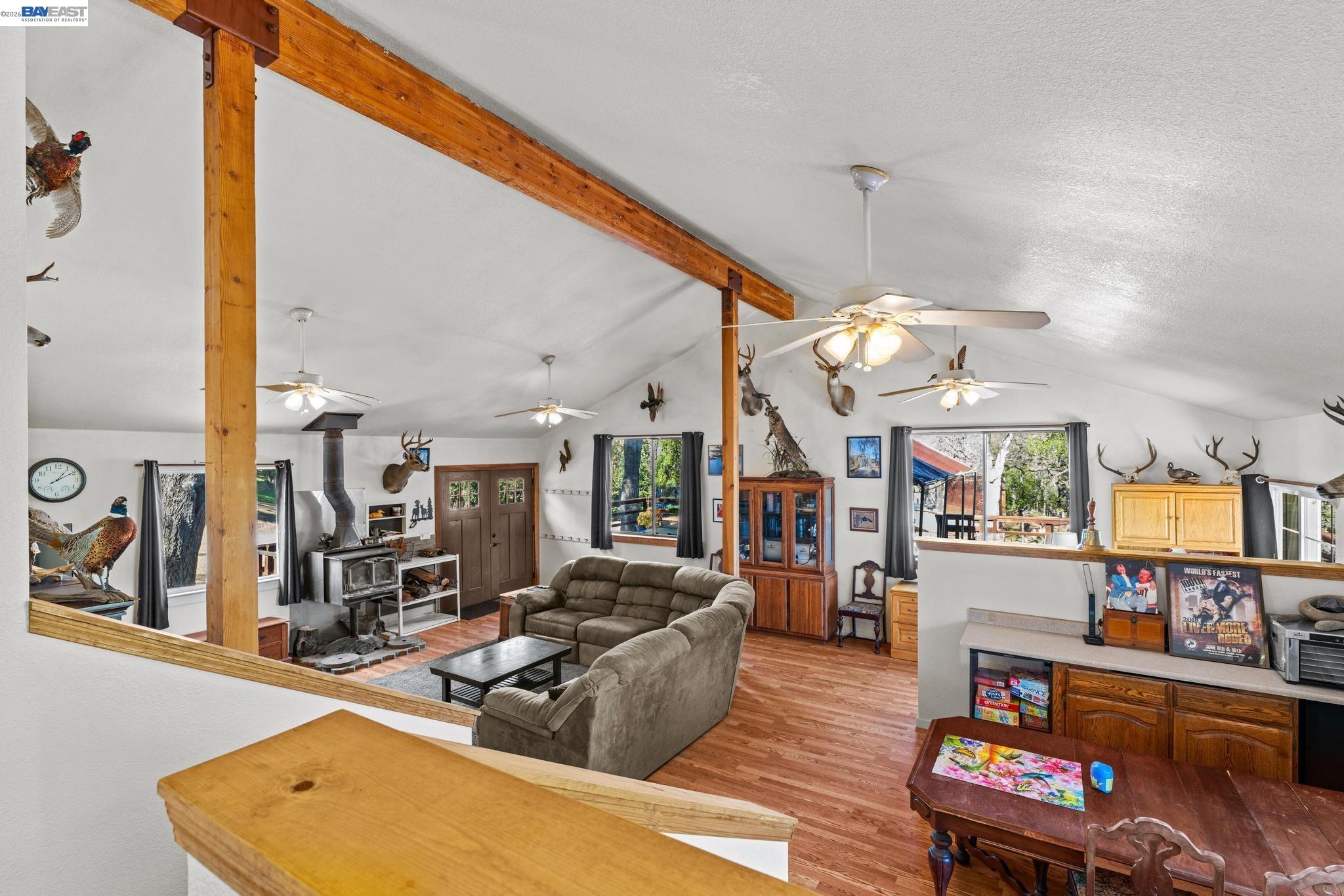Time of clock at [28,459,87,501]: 1:09
